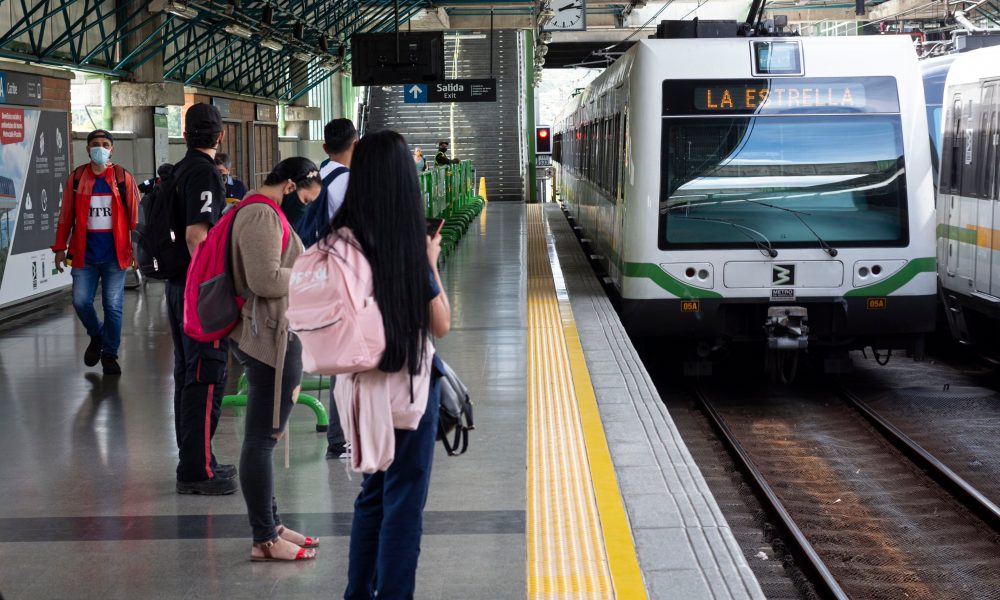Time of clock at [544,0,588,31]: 2:13
